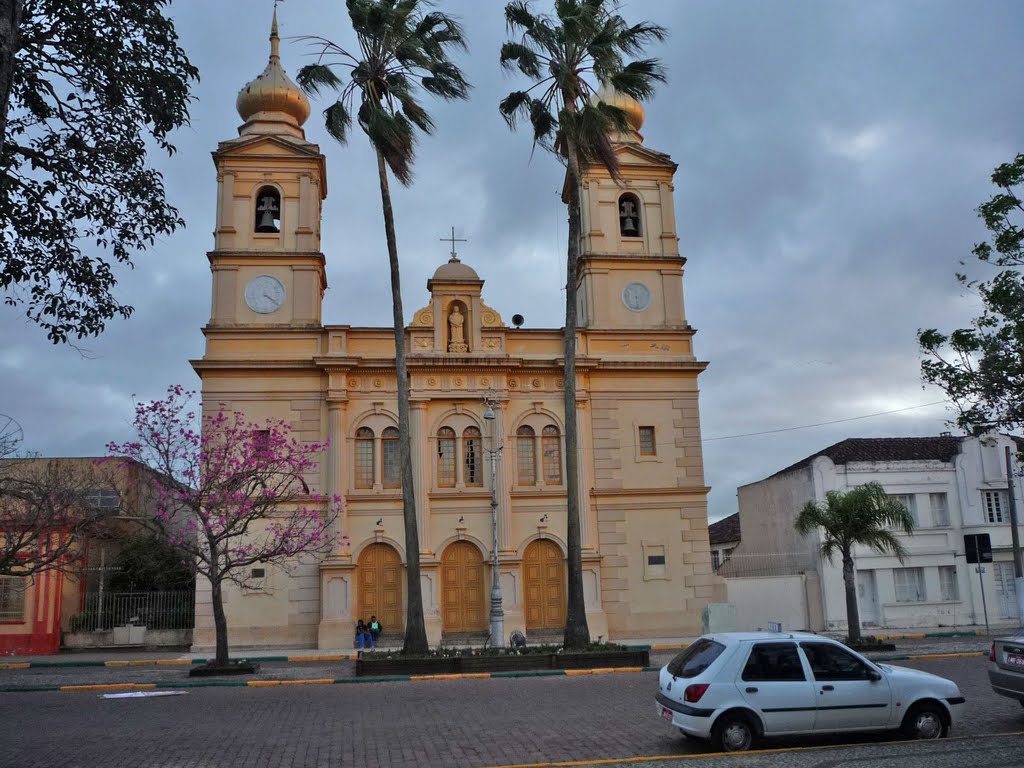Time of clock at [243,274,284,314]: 4:21
